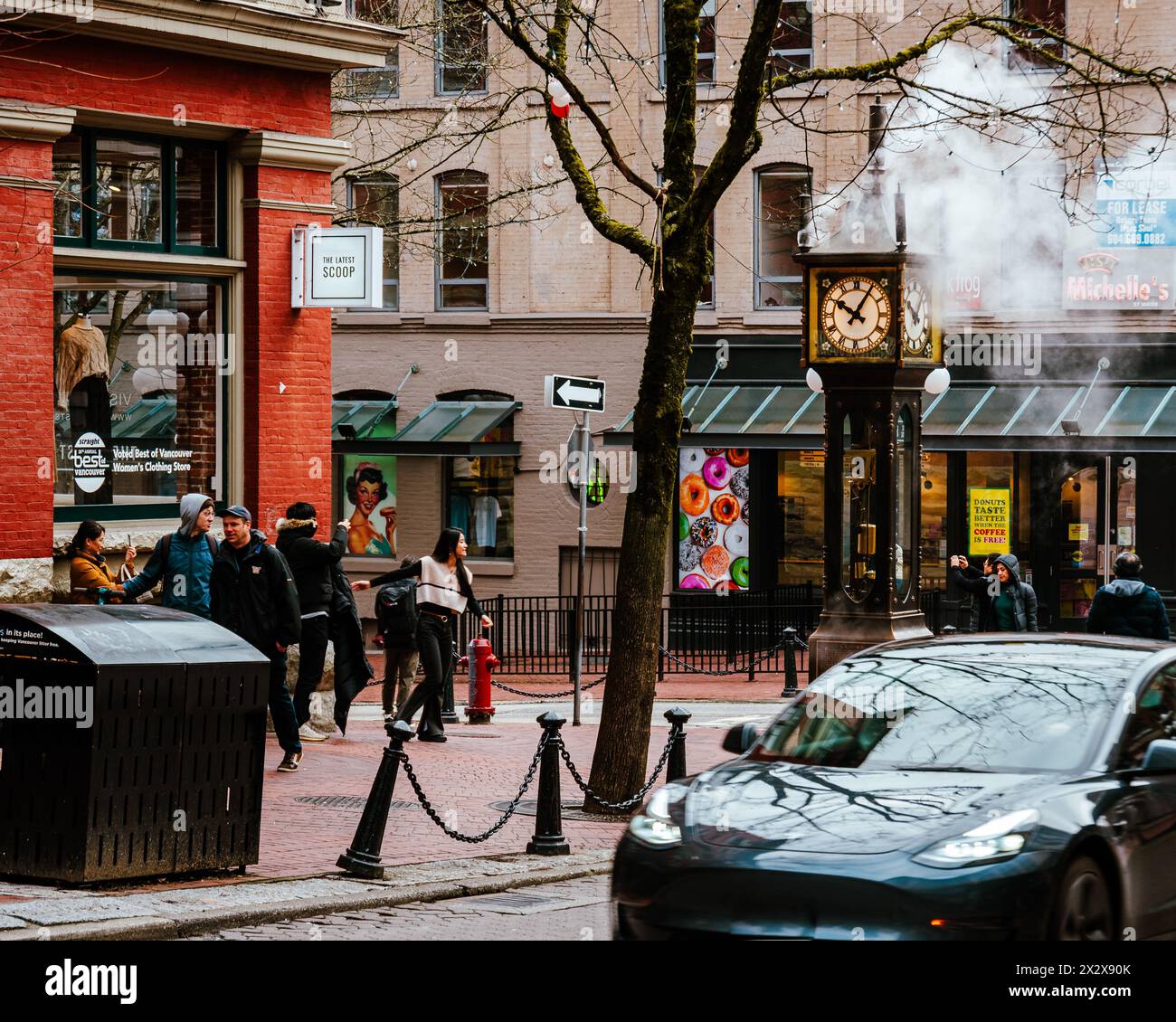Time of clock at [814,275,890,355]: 10:05
